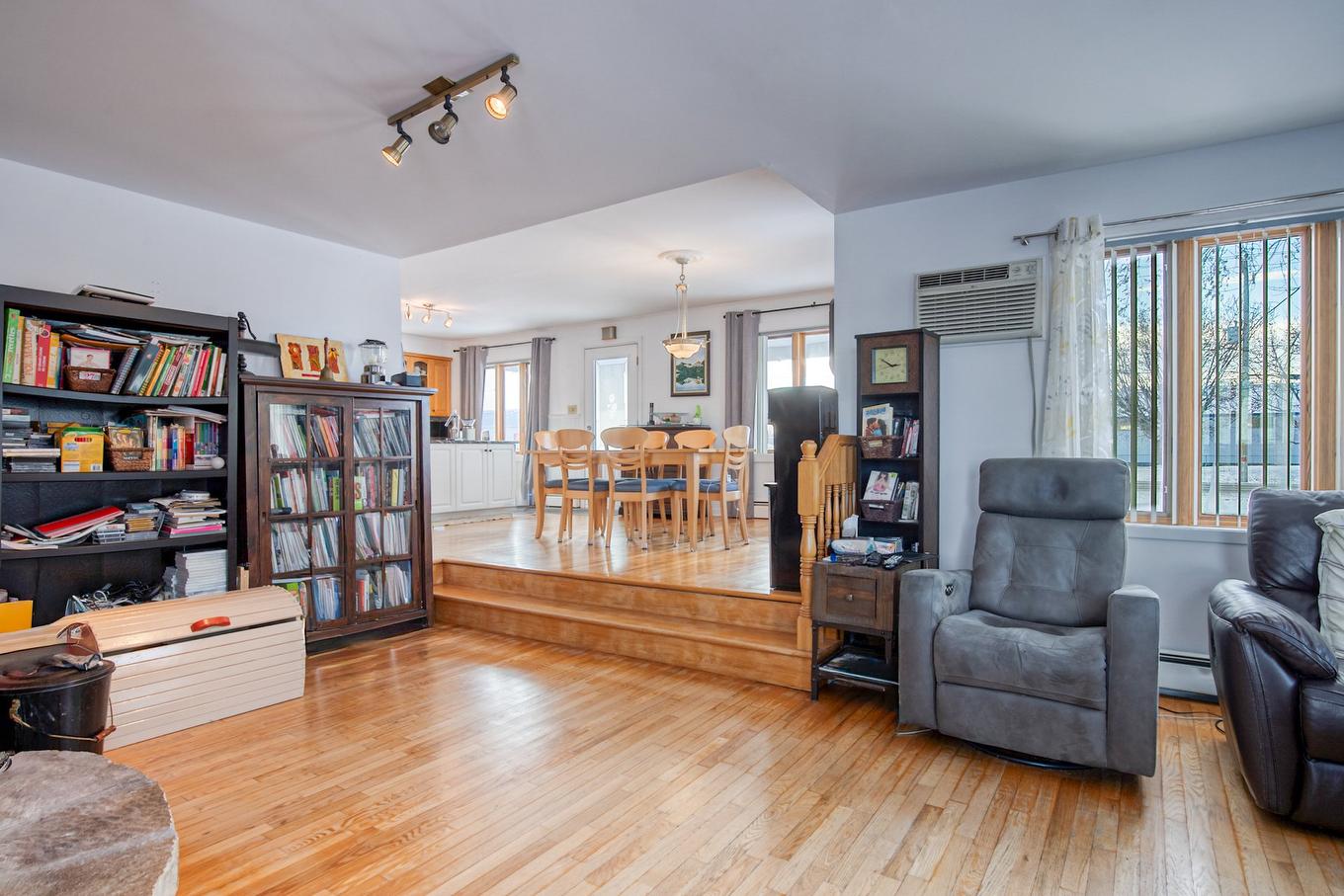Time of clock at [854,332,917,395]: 2:50
